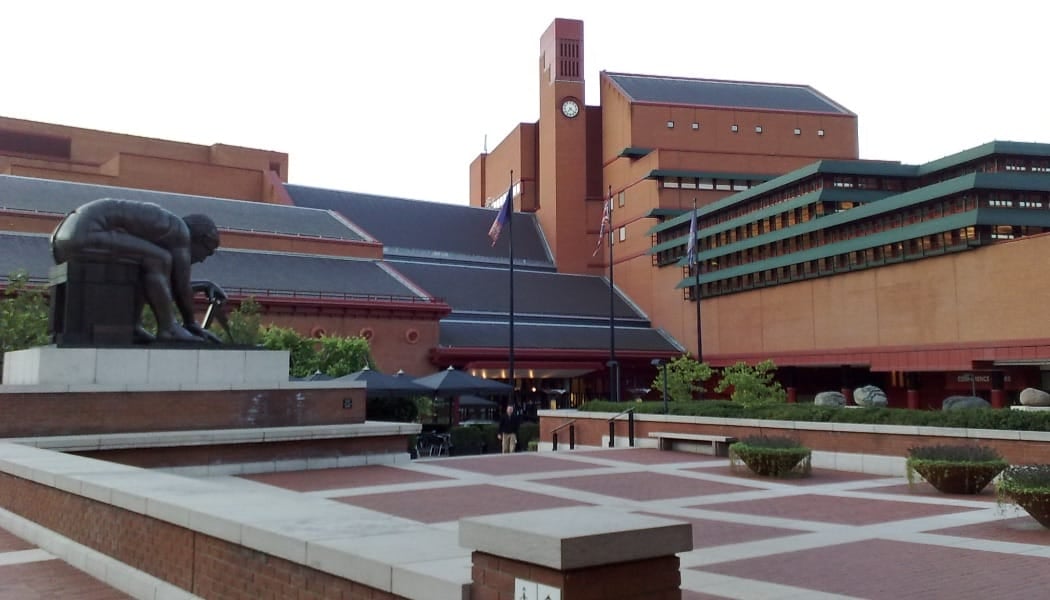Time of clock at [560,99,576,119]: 7:21
